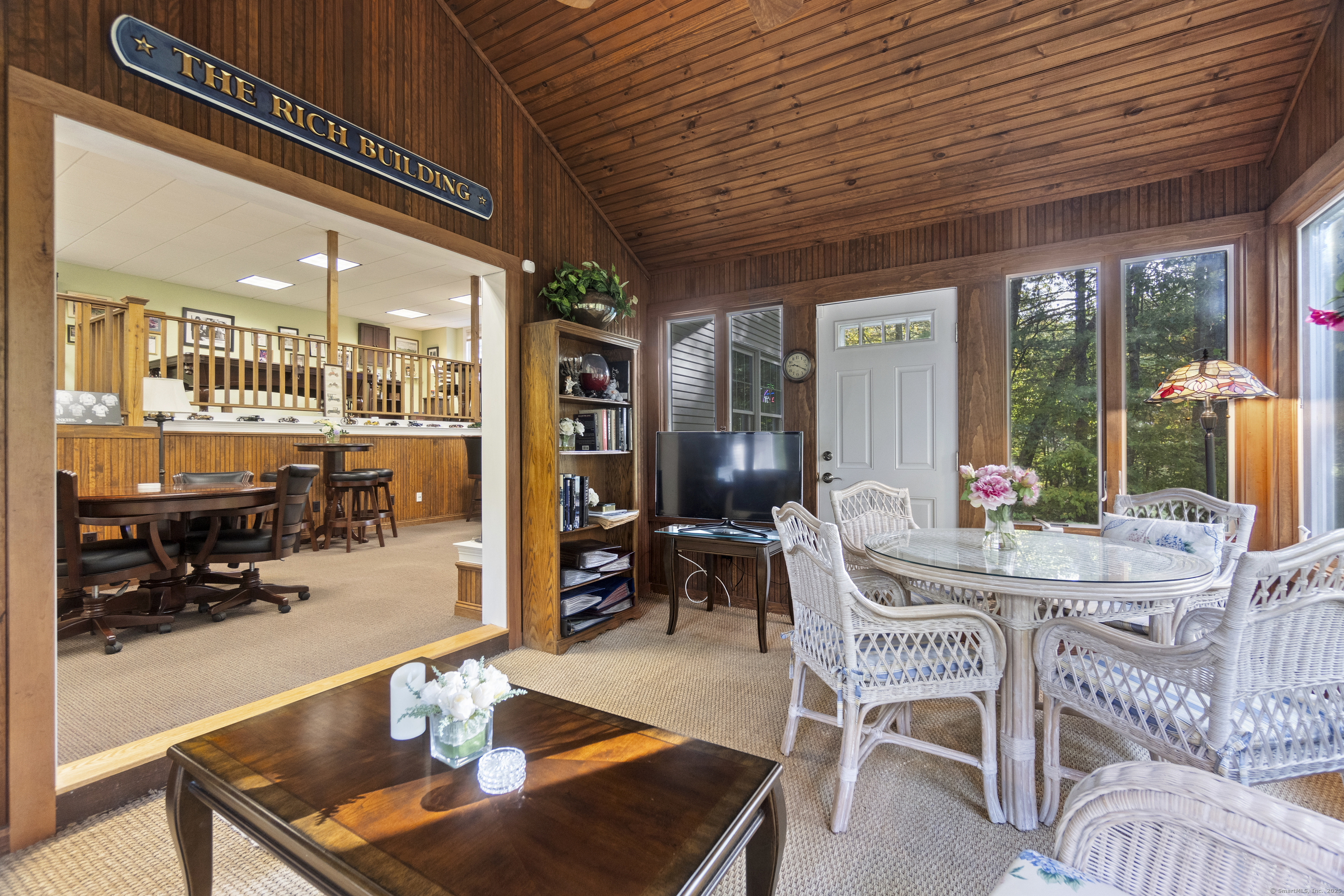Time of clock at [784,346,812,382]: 9:19
